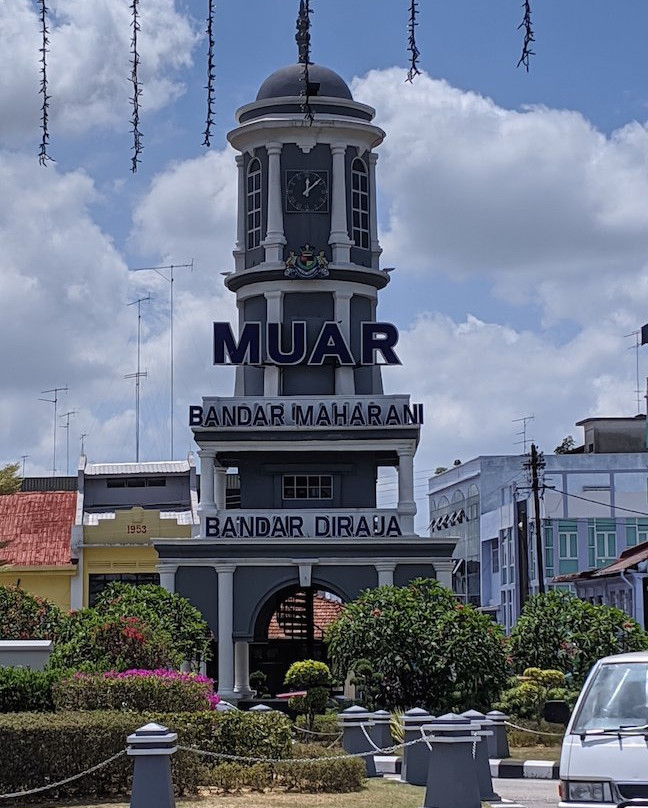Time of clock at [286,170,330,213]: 12:07
